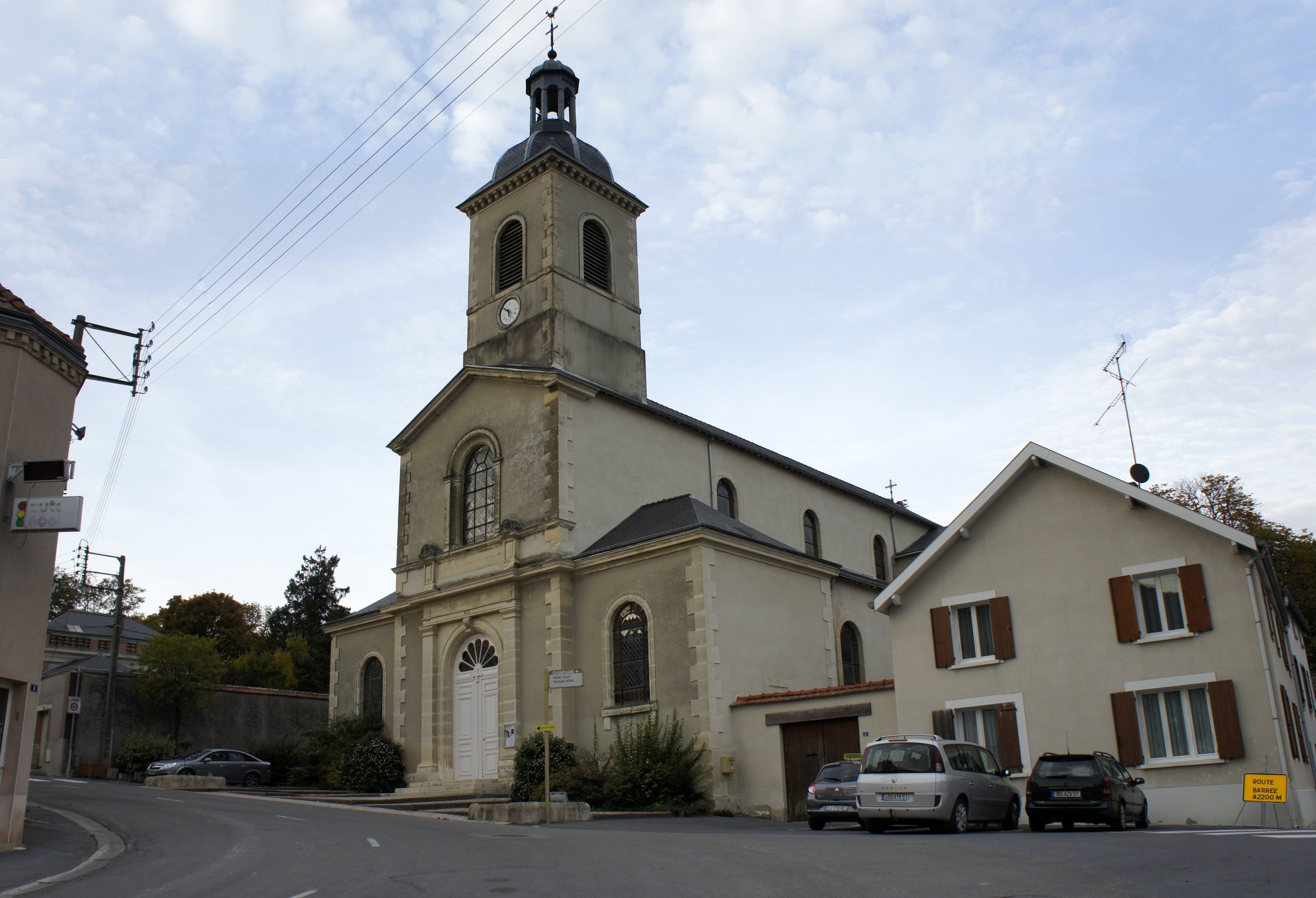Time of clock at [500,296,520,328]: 5:51
